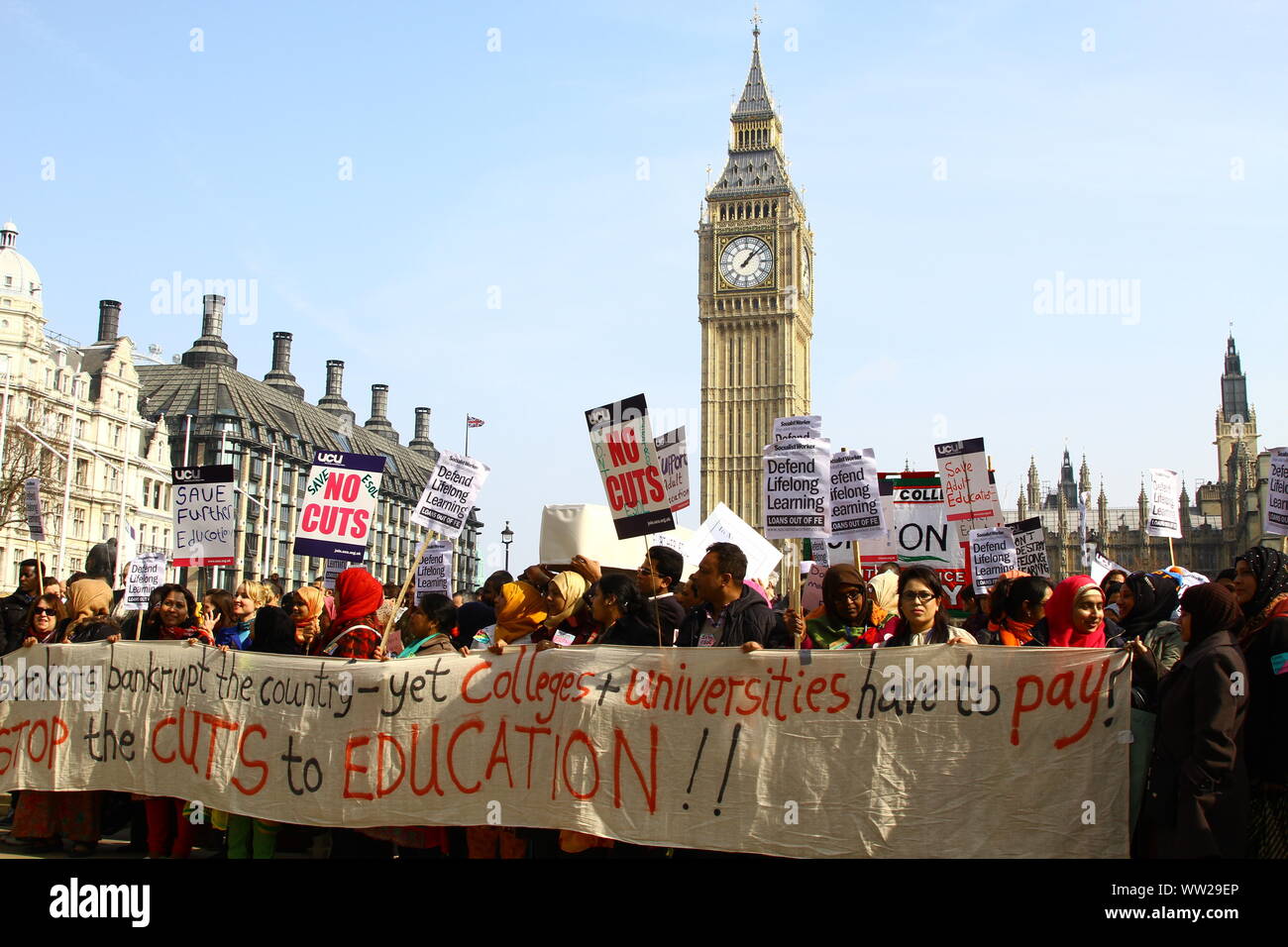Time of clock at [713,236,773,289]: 1:08
